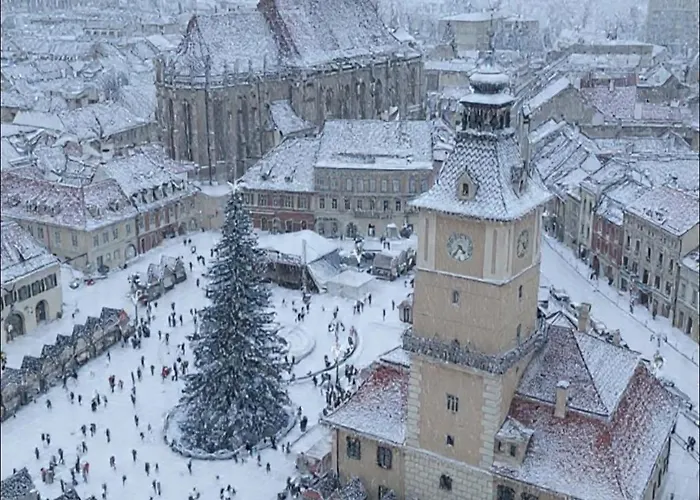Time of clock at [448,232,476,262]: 4:35
